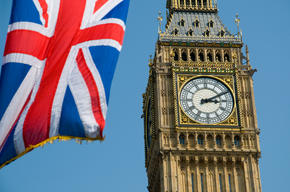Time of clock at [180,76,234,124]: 3:10
